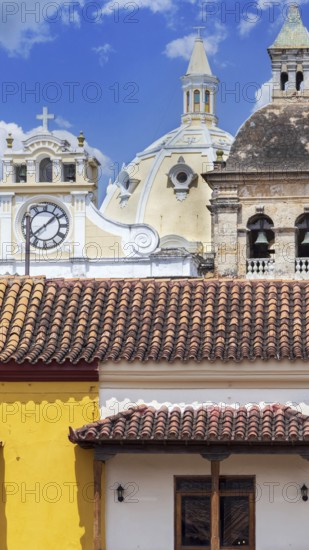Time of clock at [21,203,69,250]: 1:38
